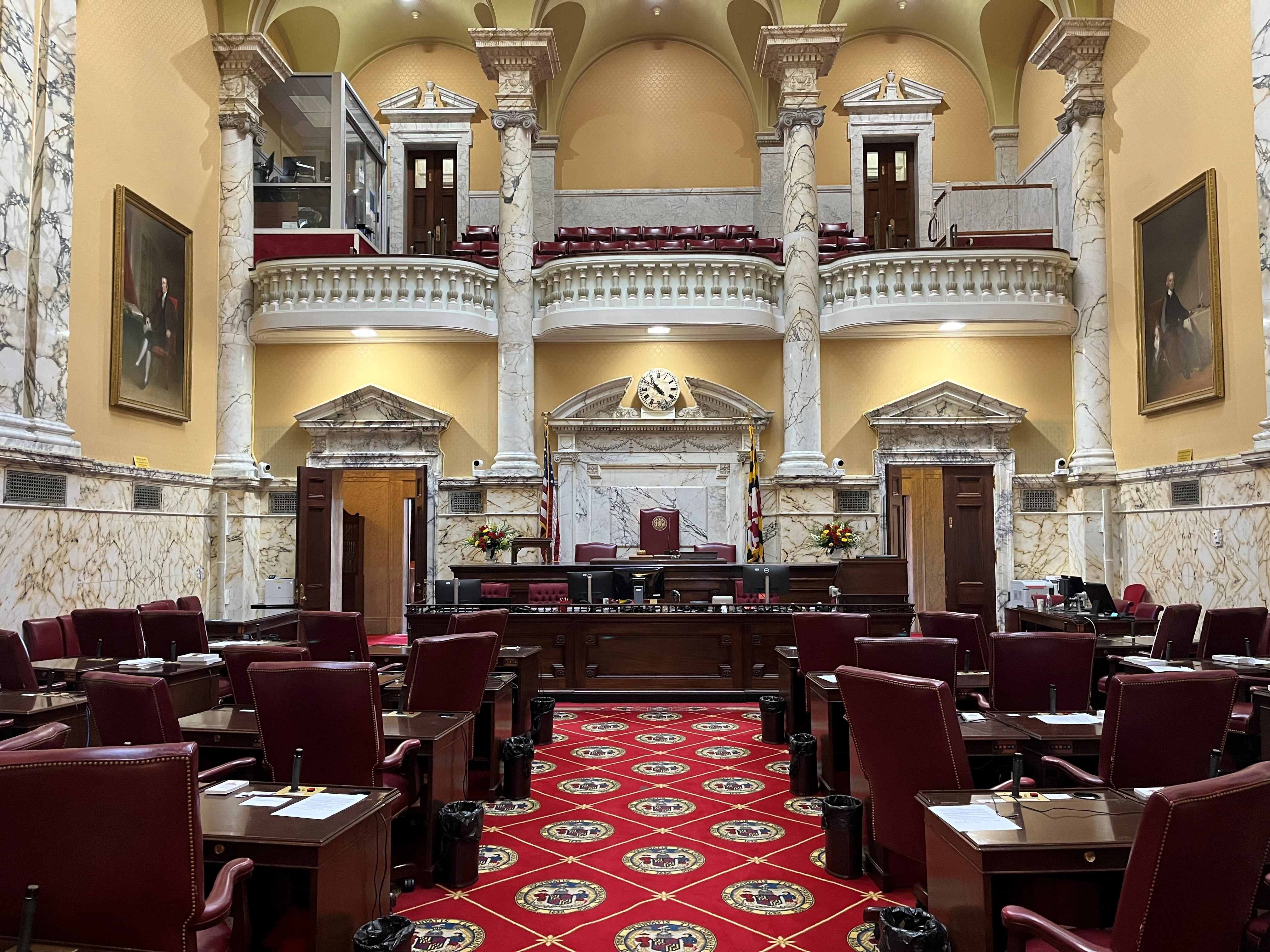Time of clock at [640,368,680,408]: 10:49
